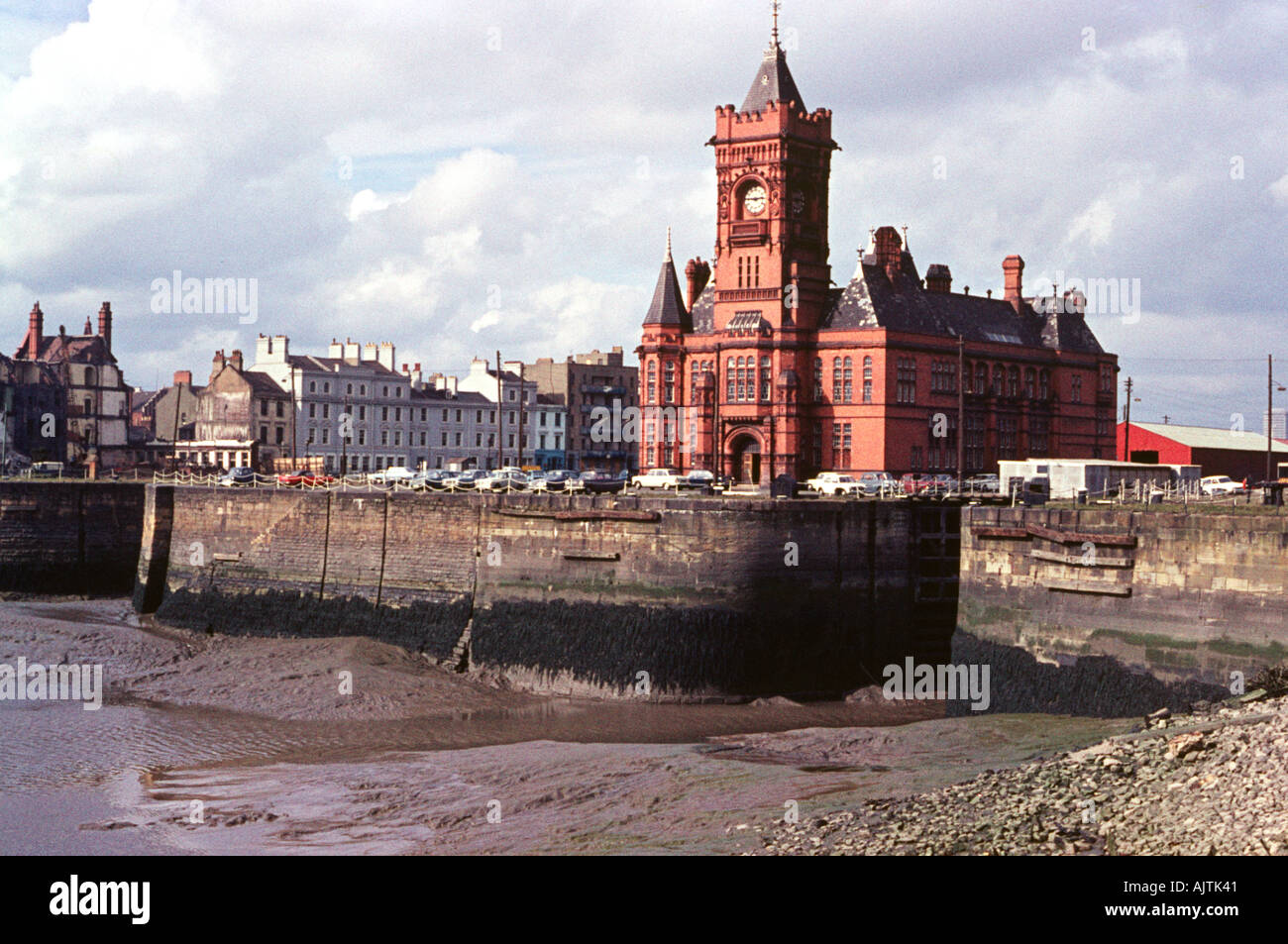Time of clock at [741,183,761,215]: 2:45
